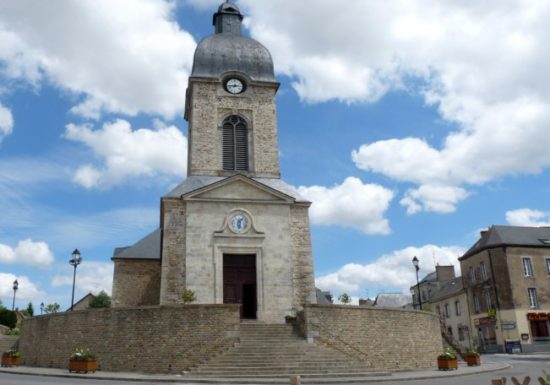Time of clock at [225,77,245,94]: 2:44
